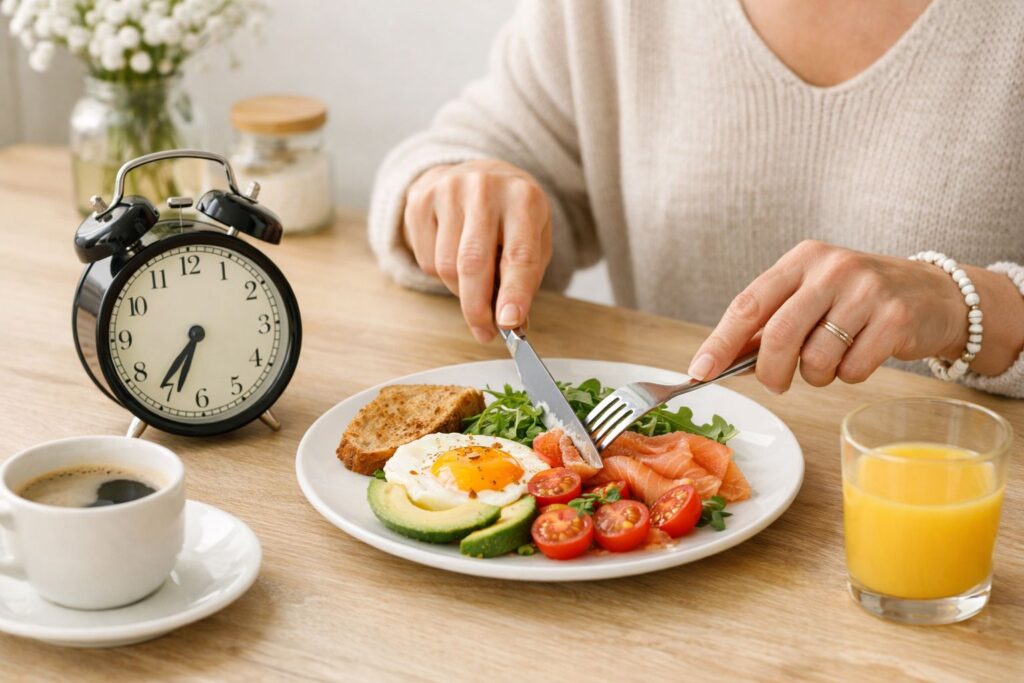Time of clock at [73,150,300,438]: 6:36
